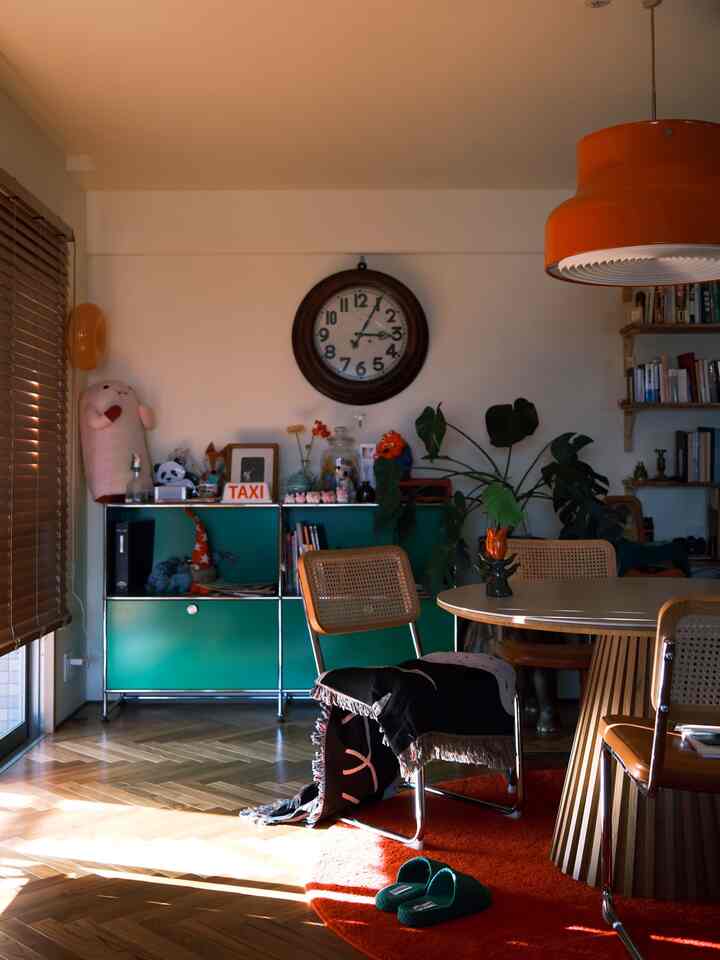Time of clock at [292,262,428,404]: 3:04
